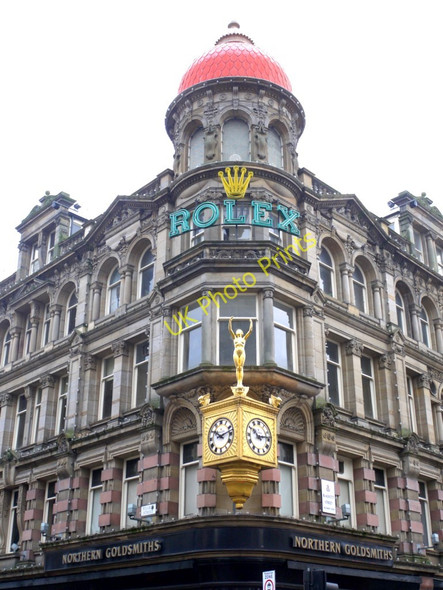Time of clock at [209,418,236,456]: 10:12
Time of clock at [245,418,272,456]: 10:13
